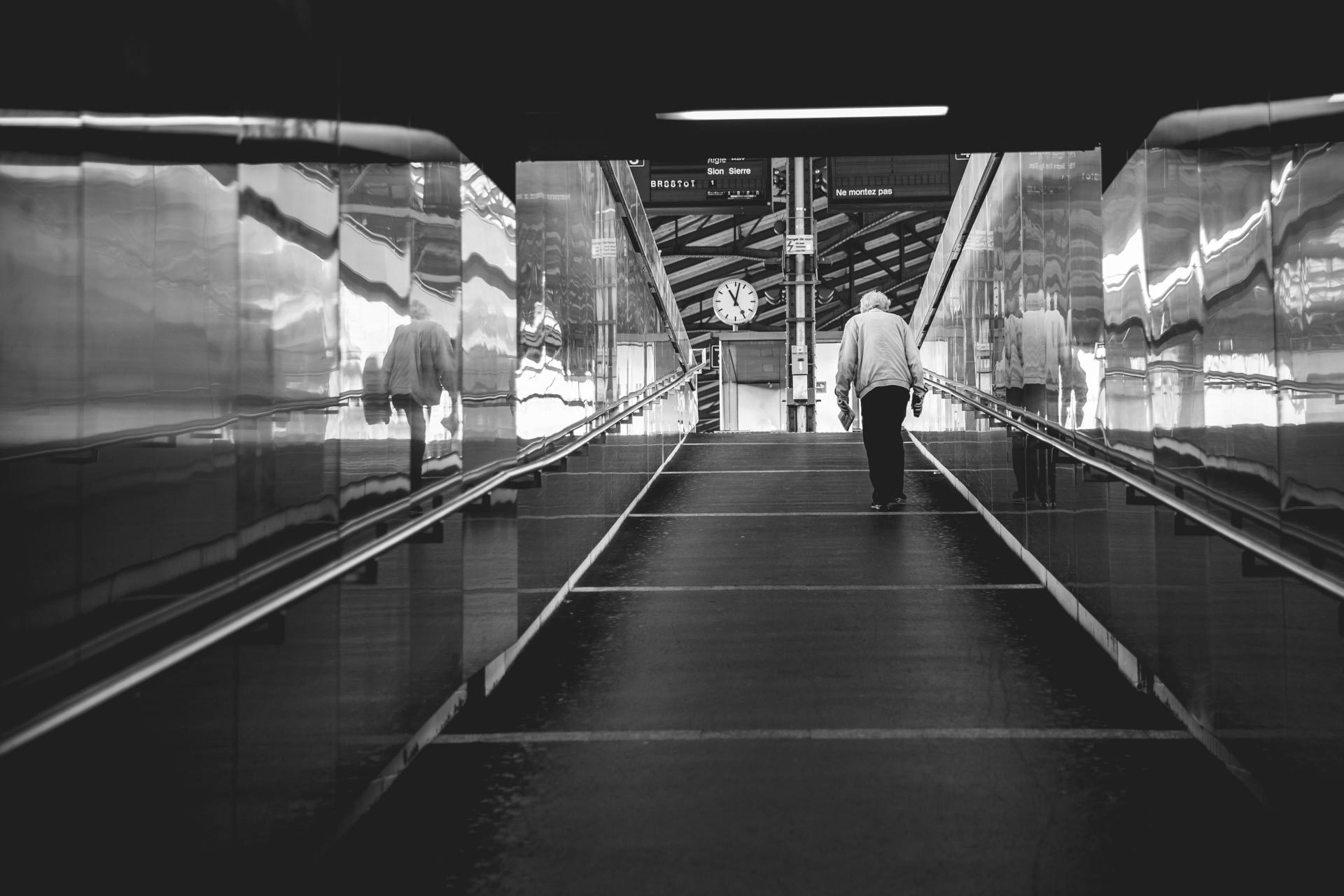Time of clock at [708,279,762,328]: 11:02
